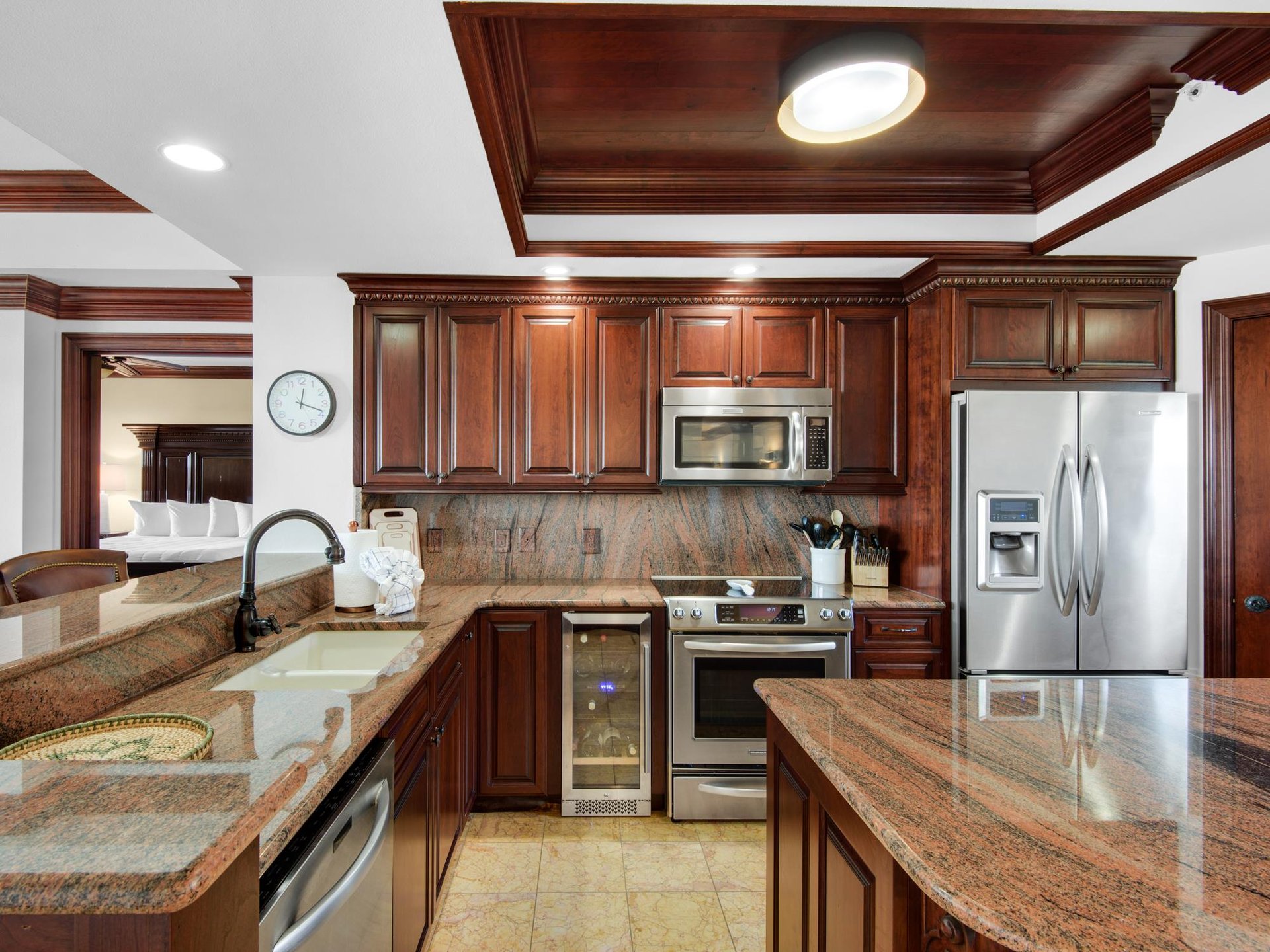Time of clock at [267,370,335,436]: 12:18
